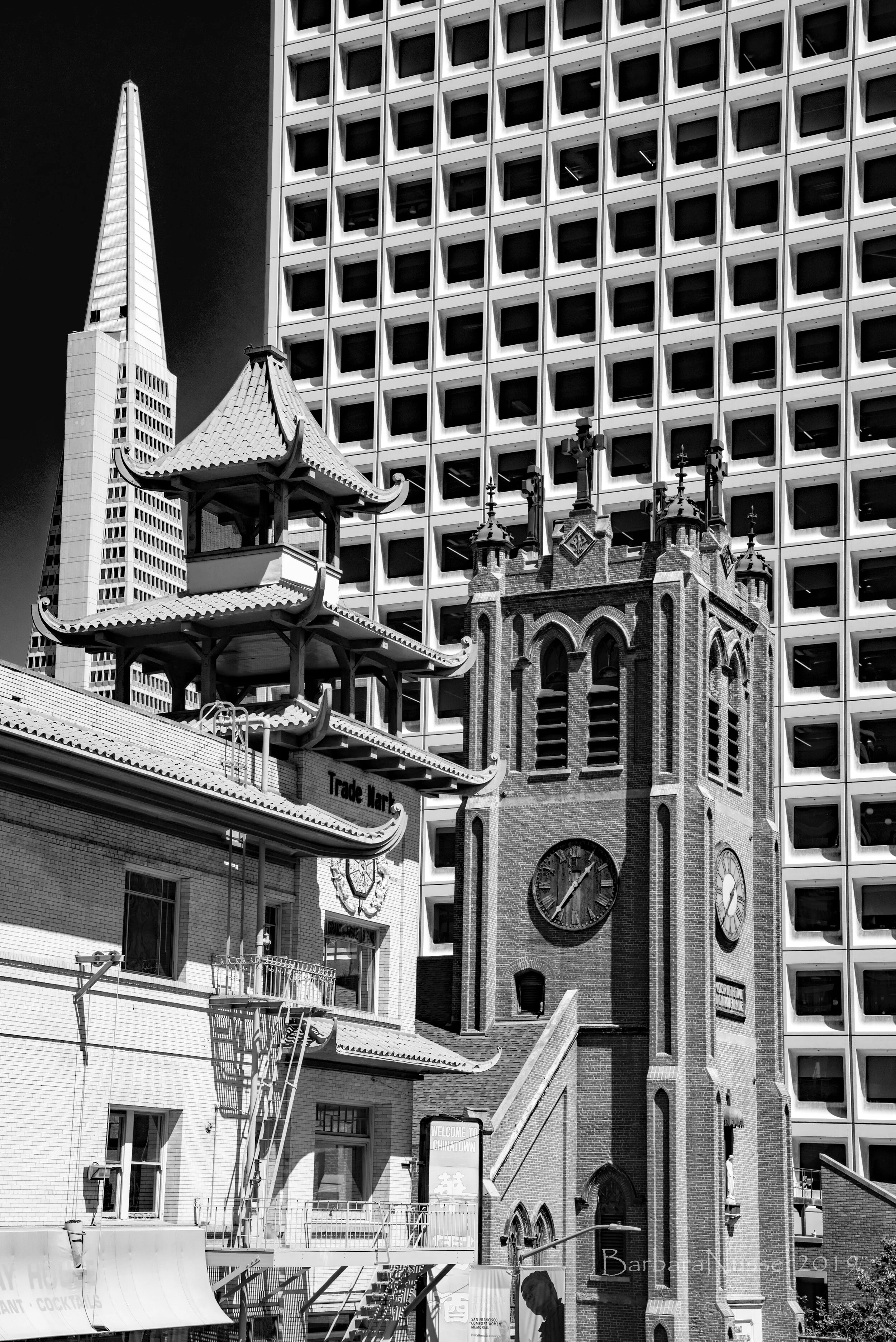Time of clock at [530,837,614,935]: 1:36
